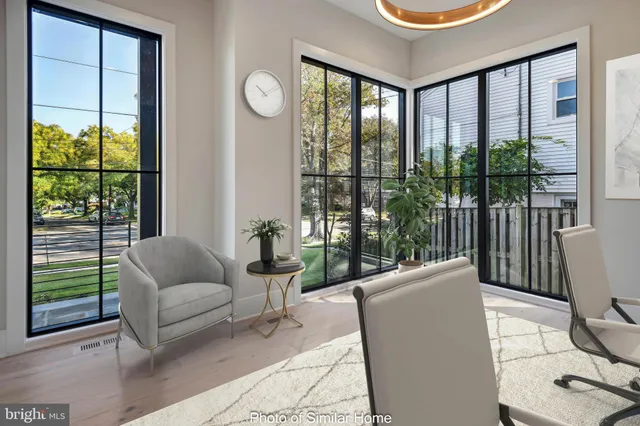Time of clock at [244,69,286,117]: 10:08
